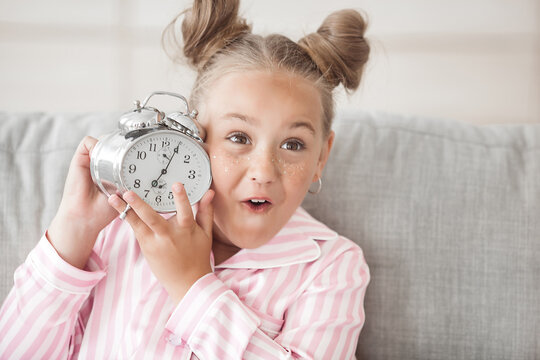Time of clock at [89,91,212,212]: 7:04
